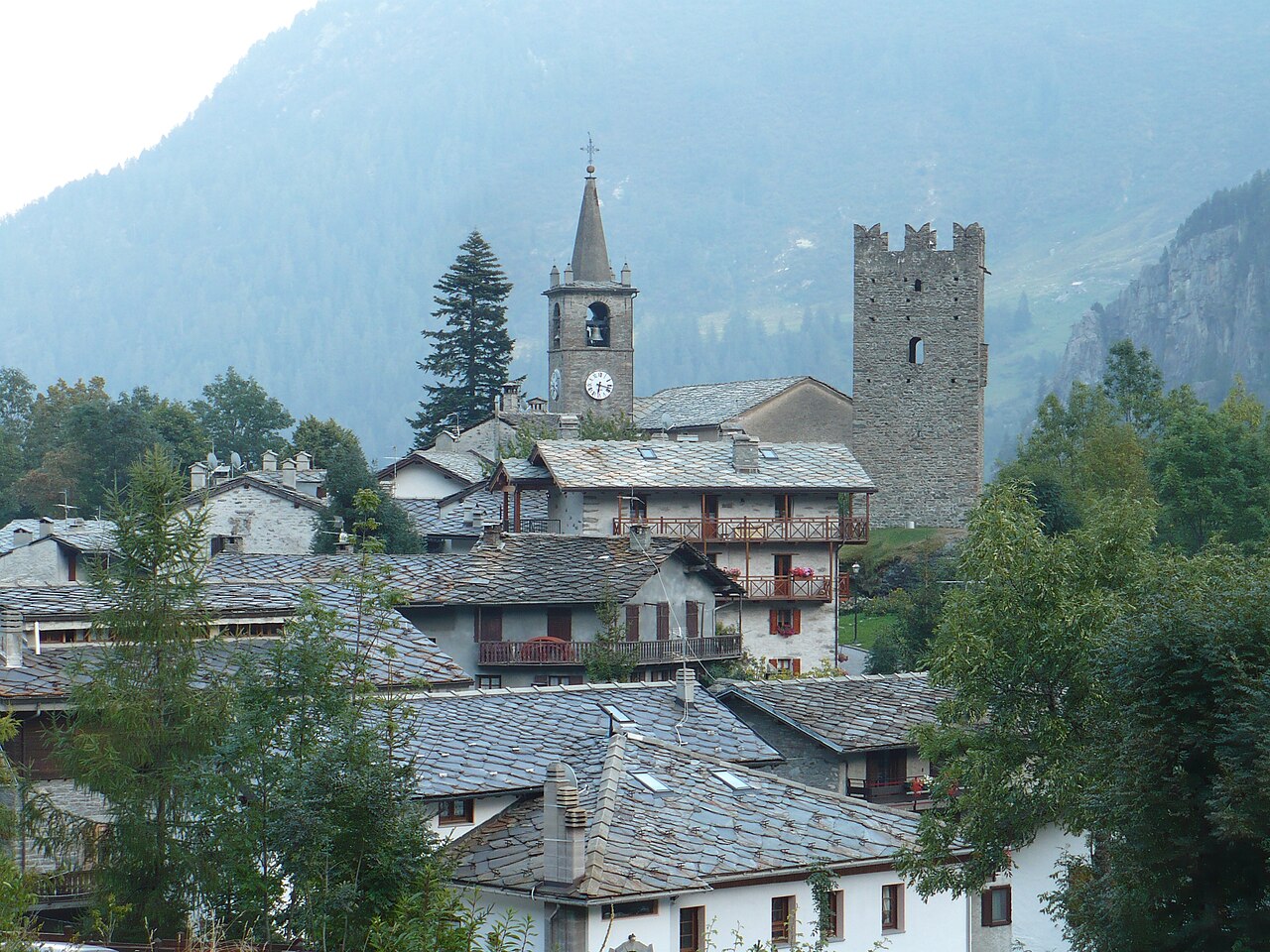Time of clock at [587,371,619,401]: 6:17
